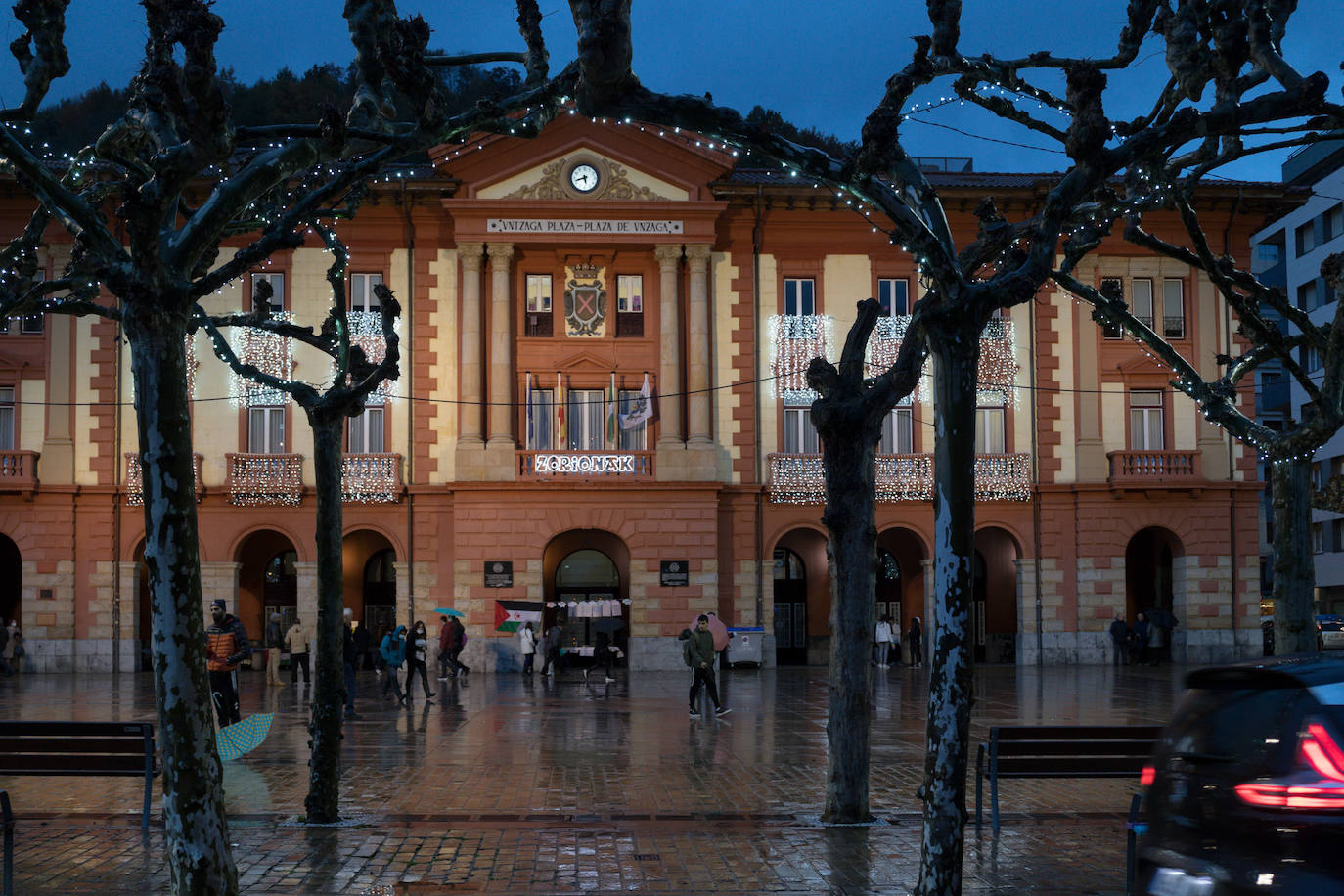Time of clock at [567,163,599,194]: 5:42
